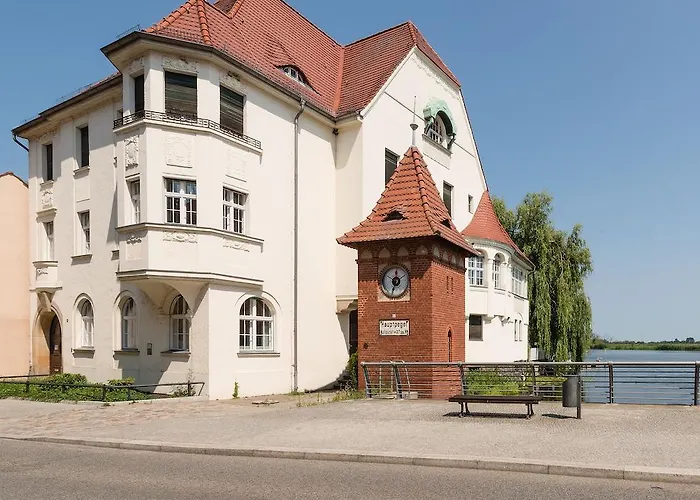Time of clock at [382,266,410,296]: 11:49
